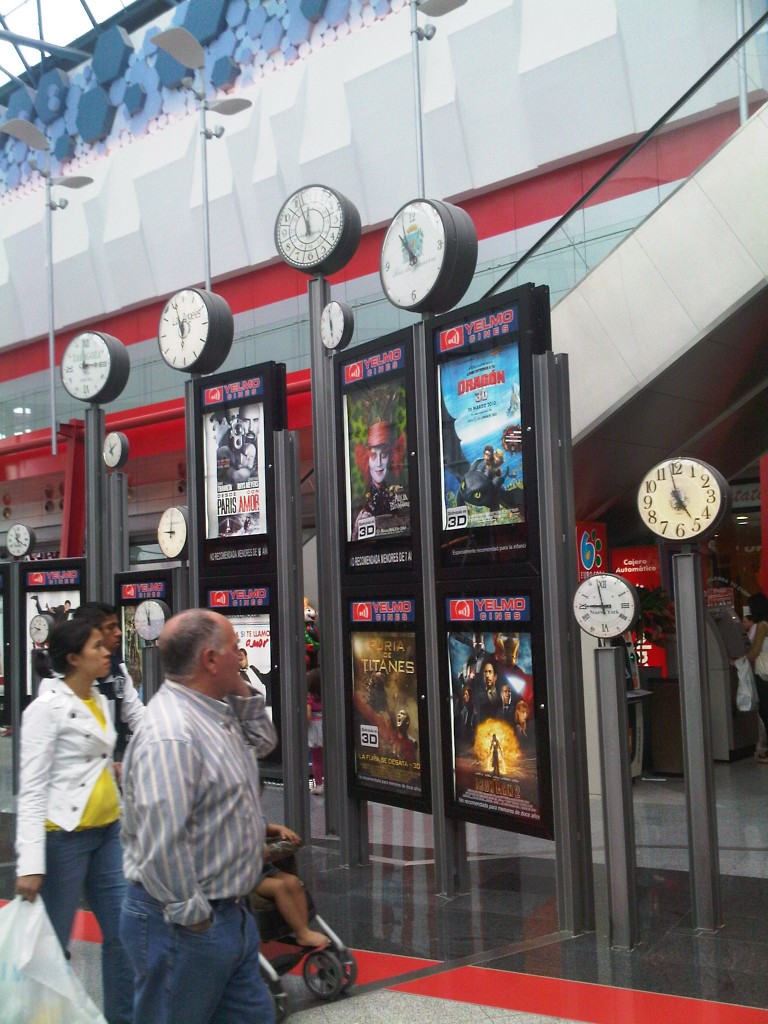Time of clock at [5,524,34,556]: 11:20
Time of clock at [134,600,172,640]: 11:56
